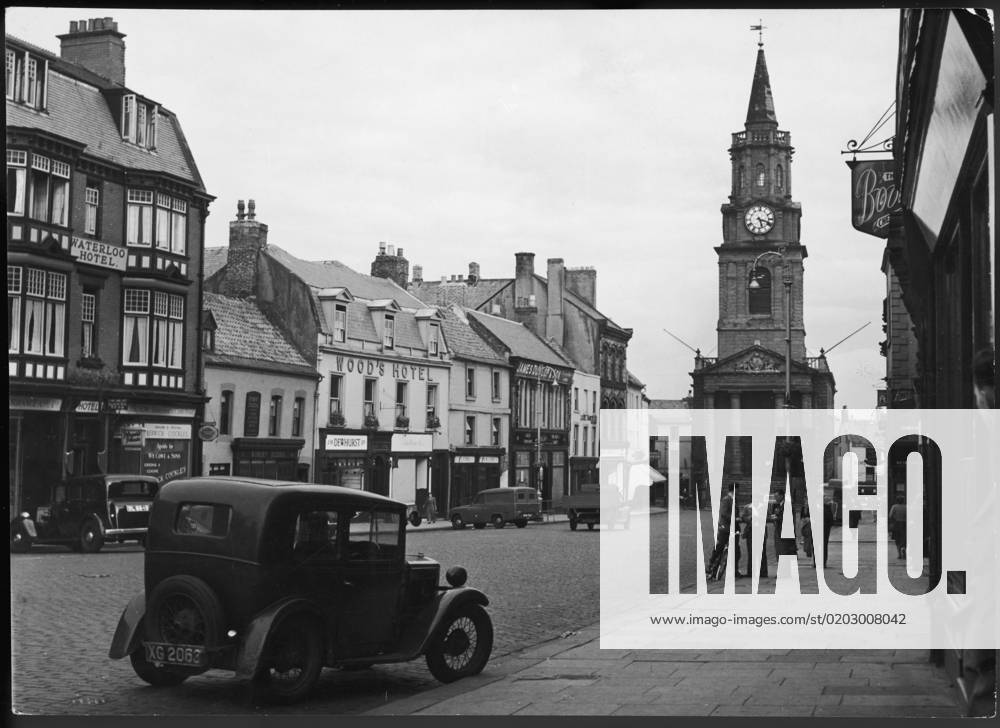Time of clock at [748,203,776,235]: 5:18
